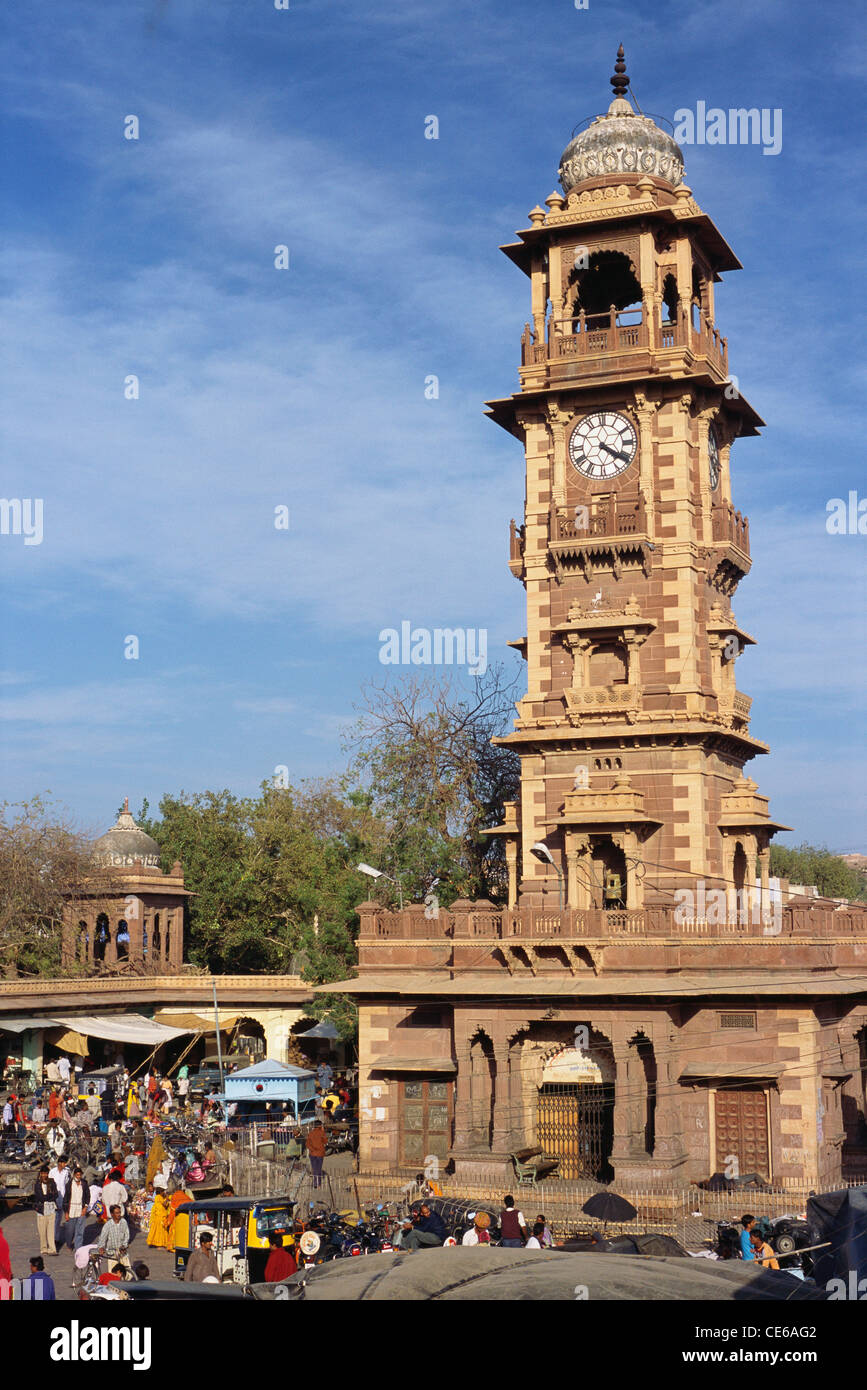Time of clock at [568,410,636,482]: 4:20
